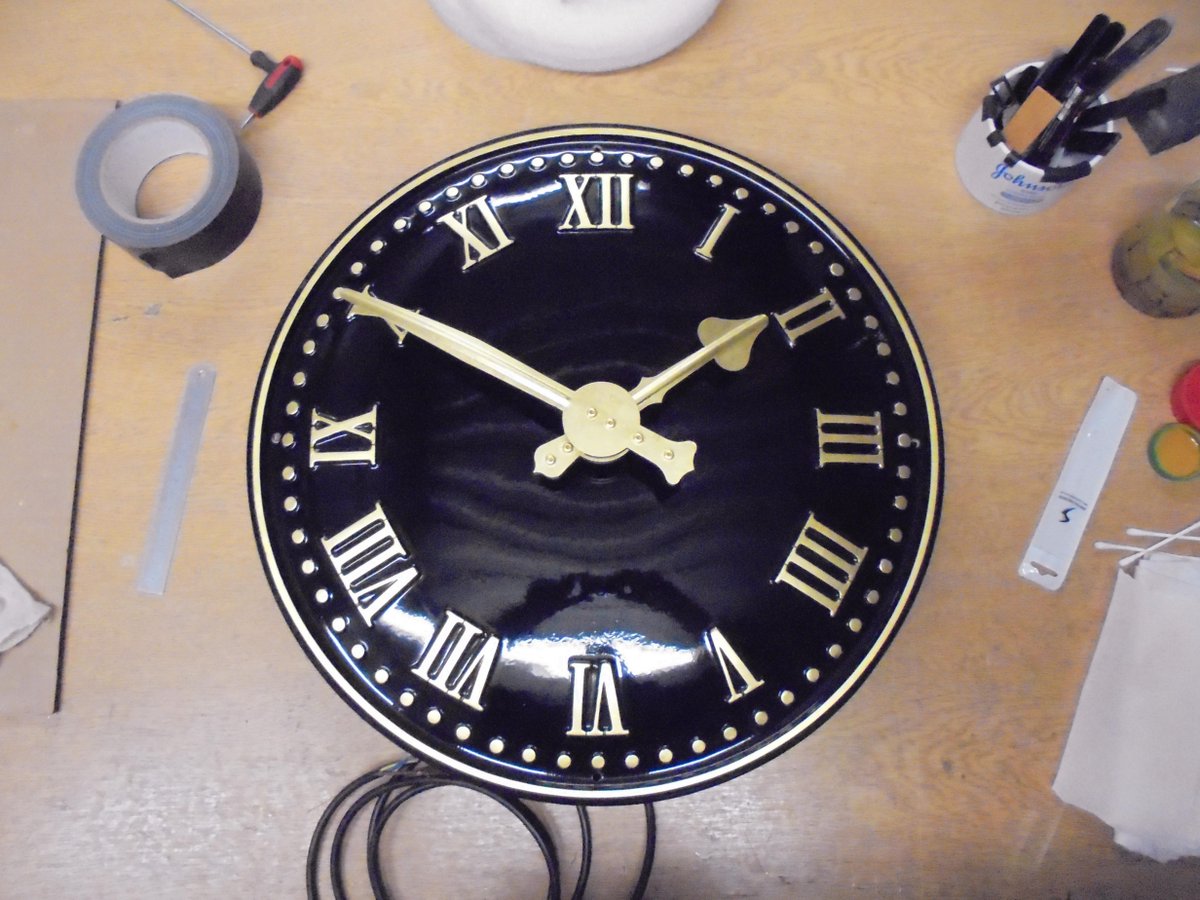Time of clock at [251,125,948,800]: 1:50
